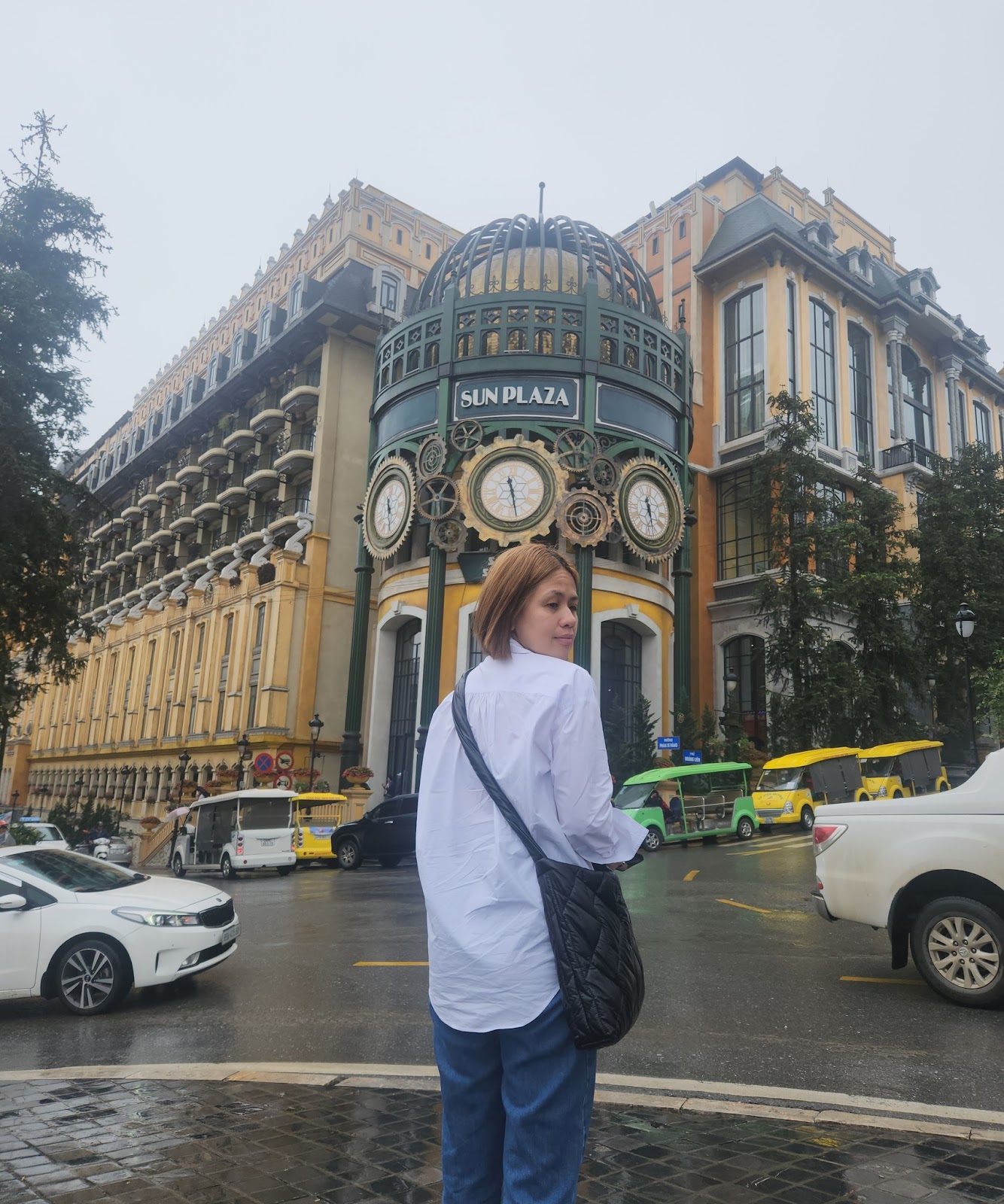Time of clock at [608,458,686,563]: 12:28
